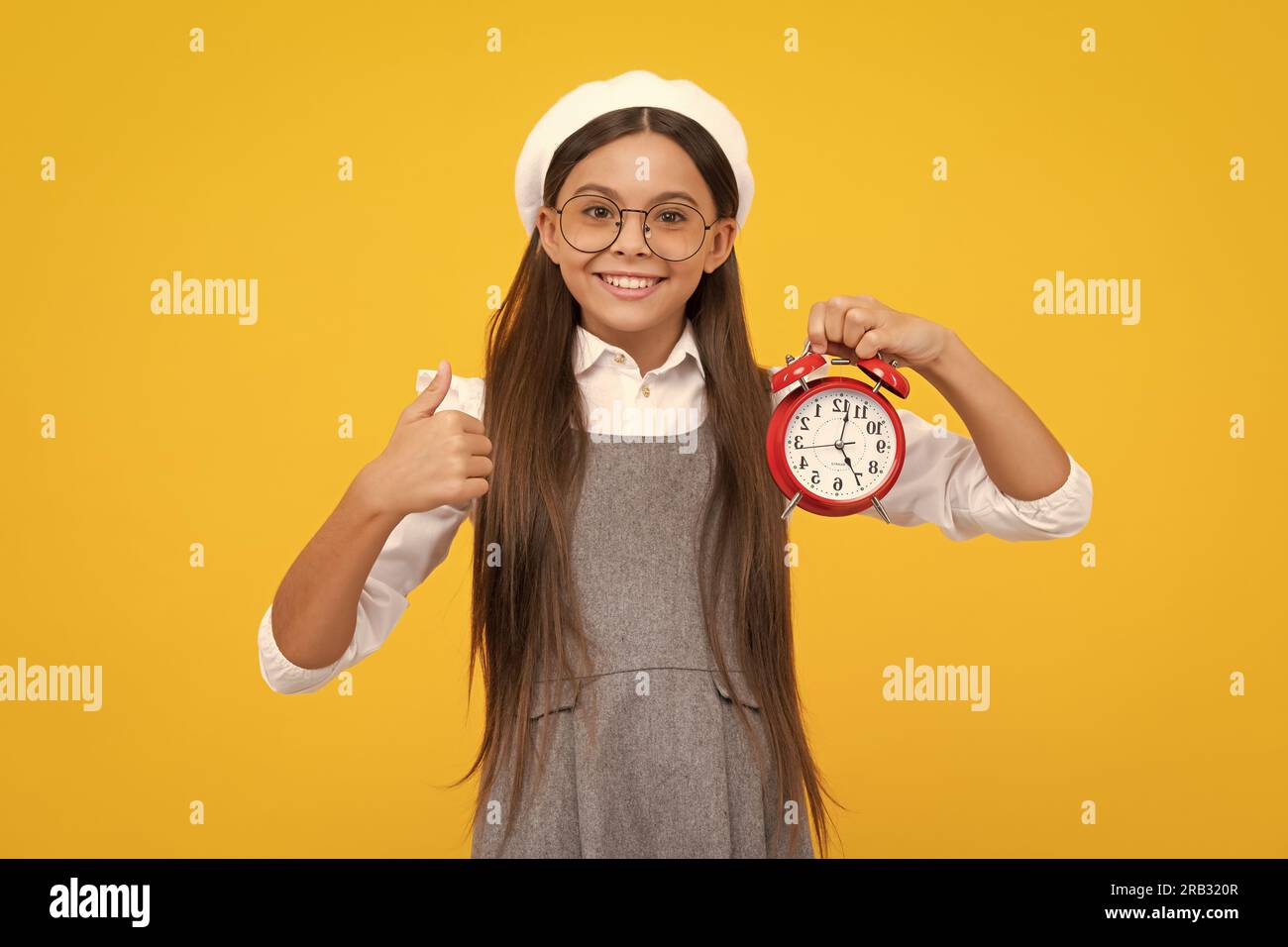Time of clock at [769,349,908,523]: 5:01
